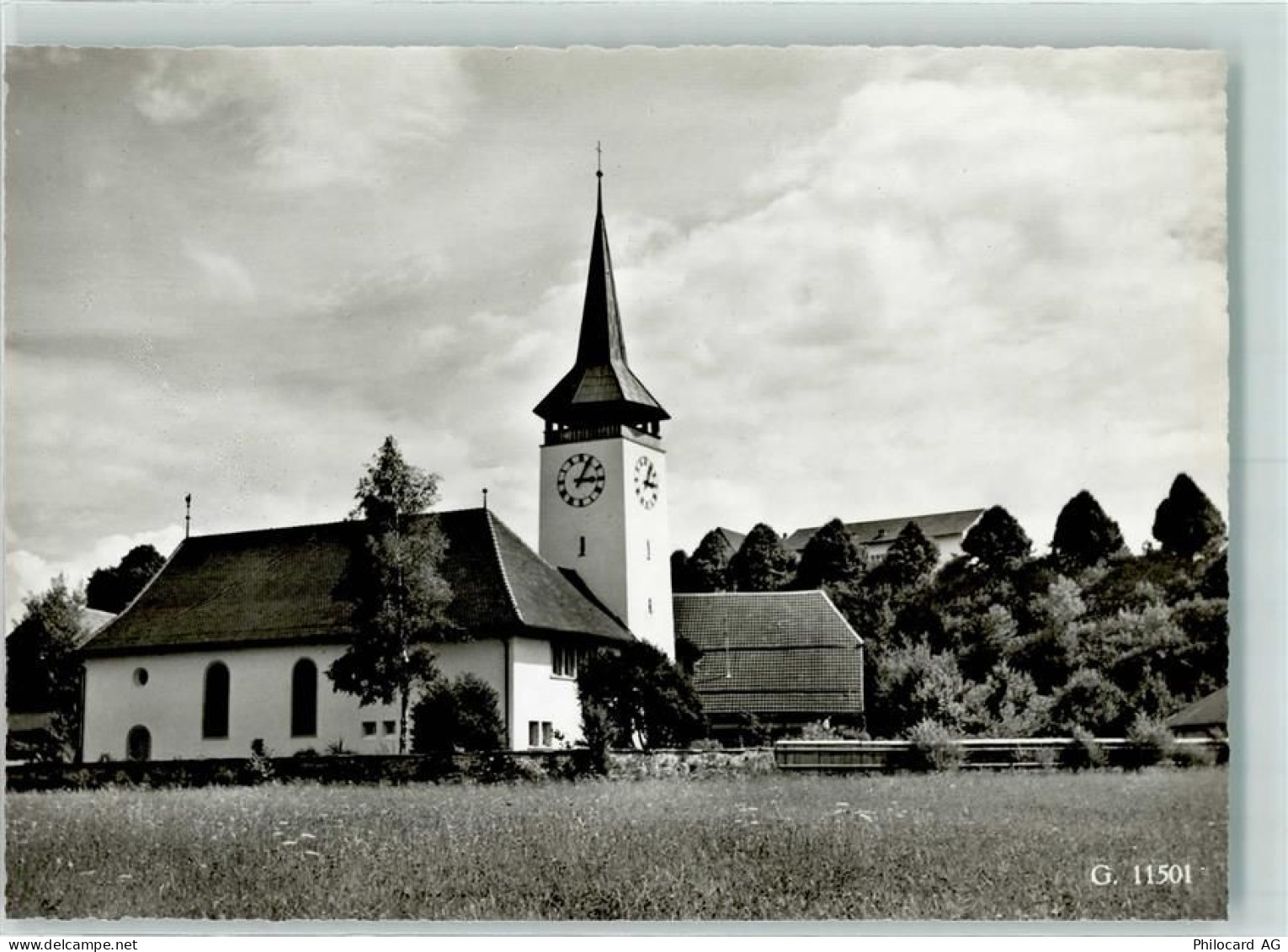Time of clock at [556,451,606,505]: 3:04
